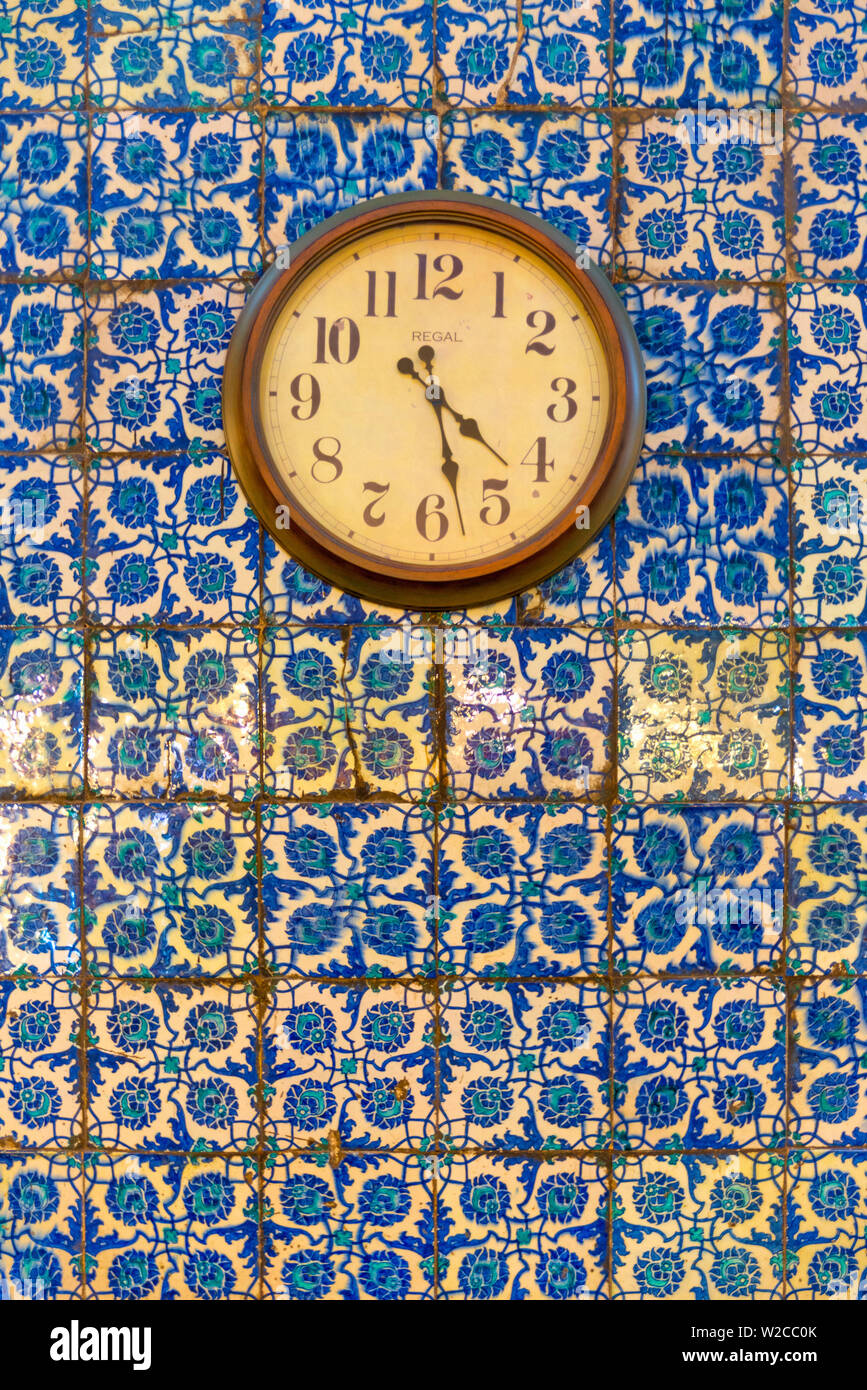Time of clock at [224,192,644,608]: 4:27
